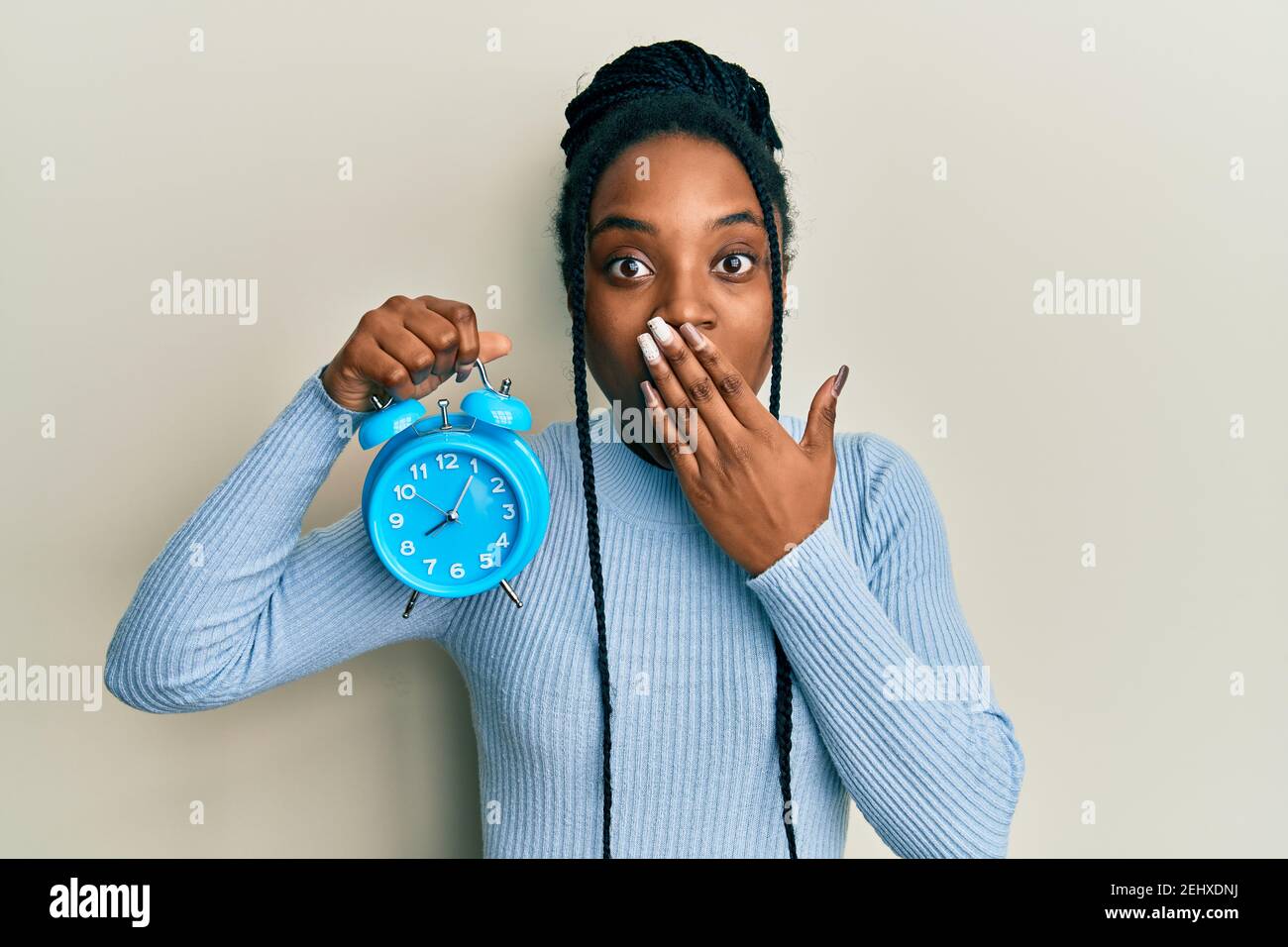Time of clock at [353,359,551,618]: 8:05
